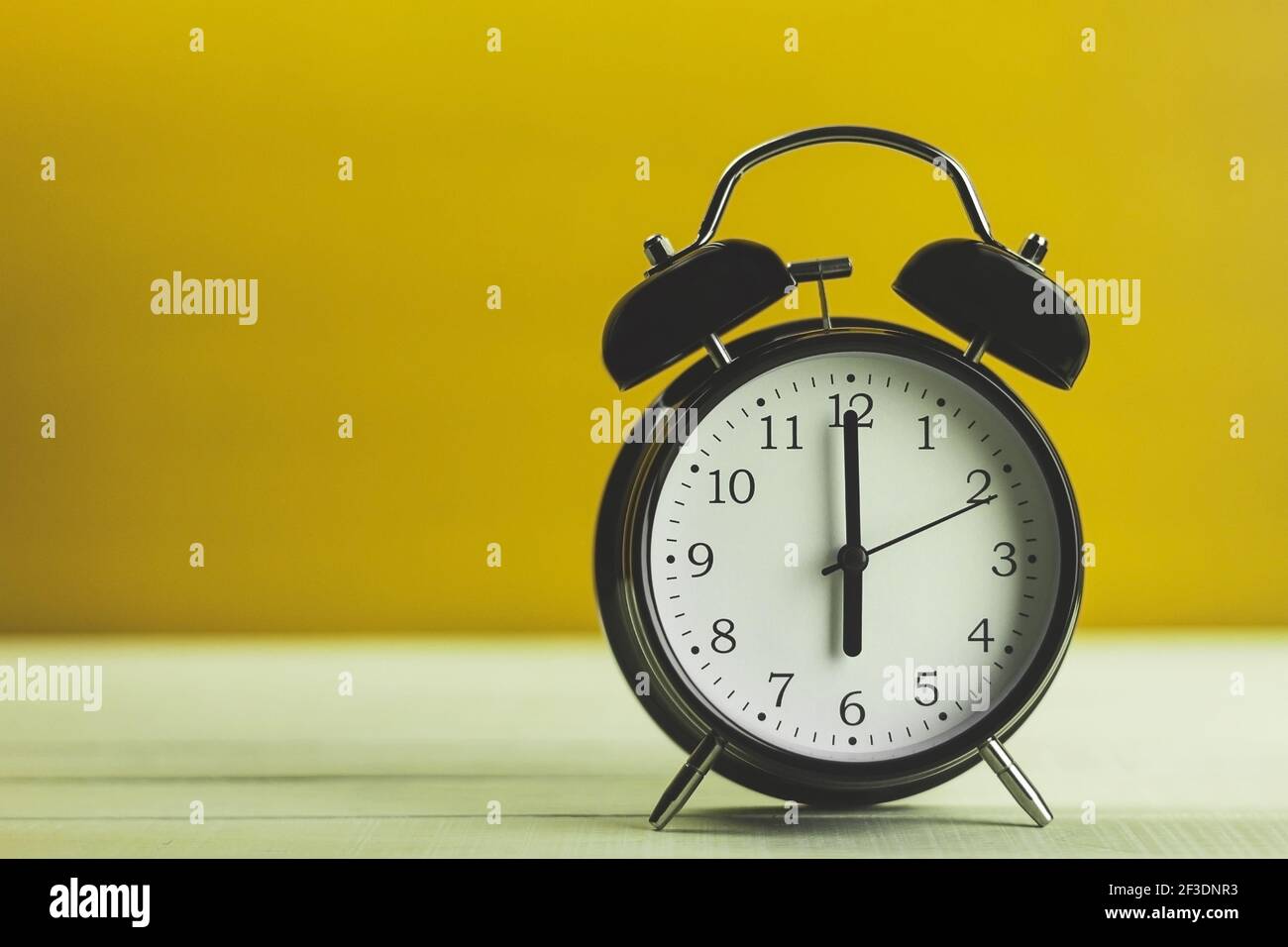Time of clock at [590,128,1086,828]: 6:00
